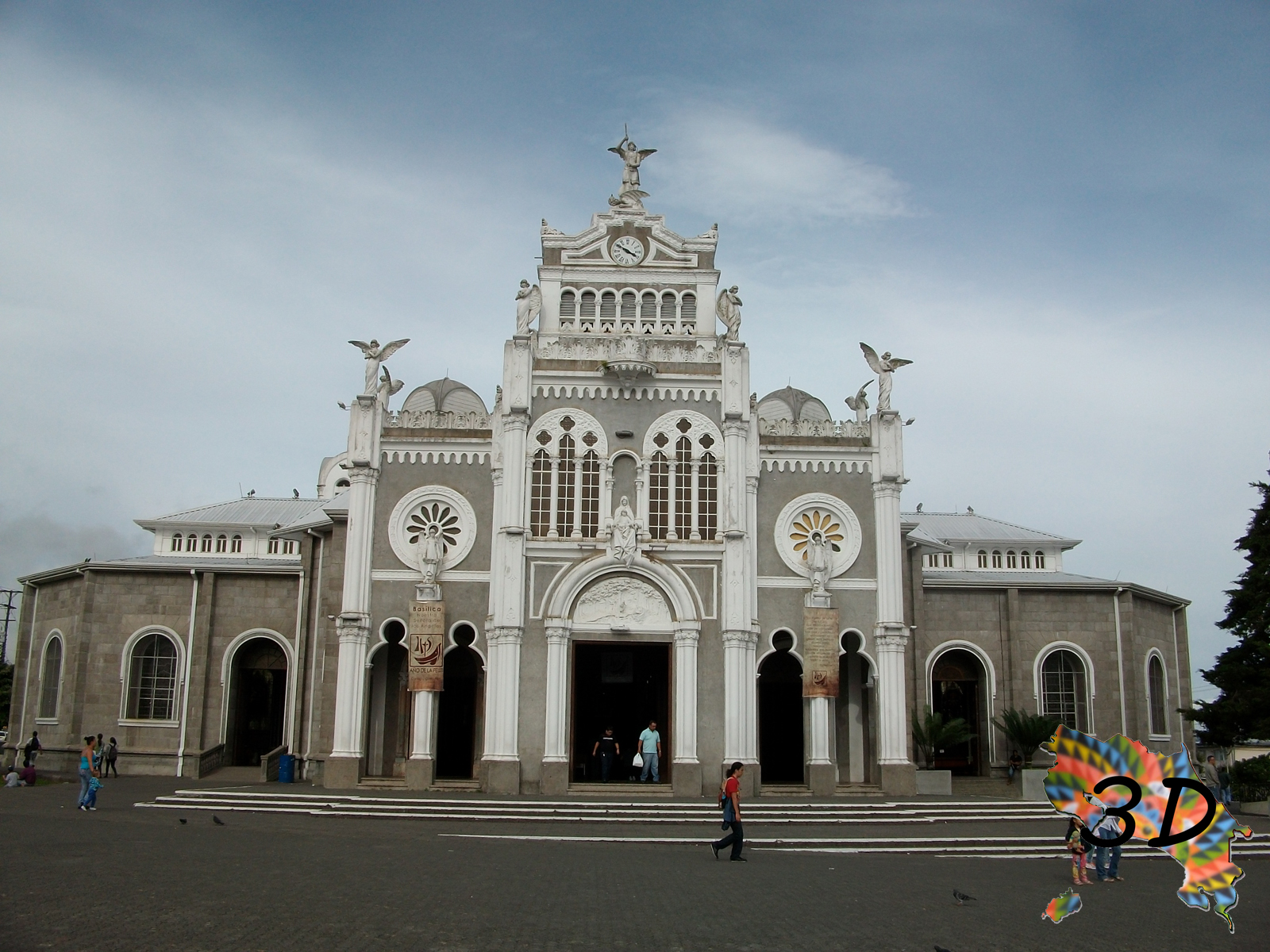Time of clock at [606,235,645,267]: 3:50
